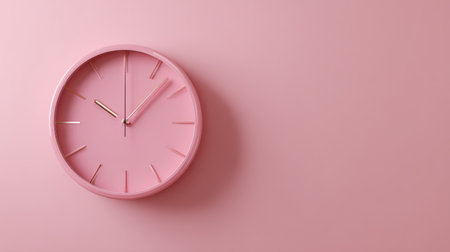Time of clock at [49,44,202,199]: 10:07
